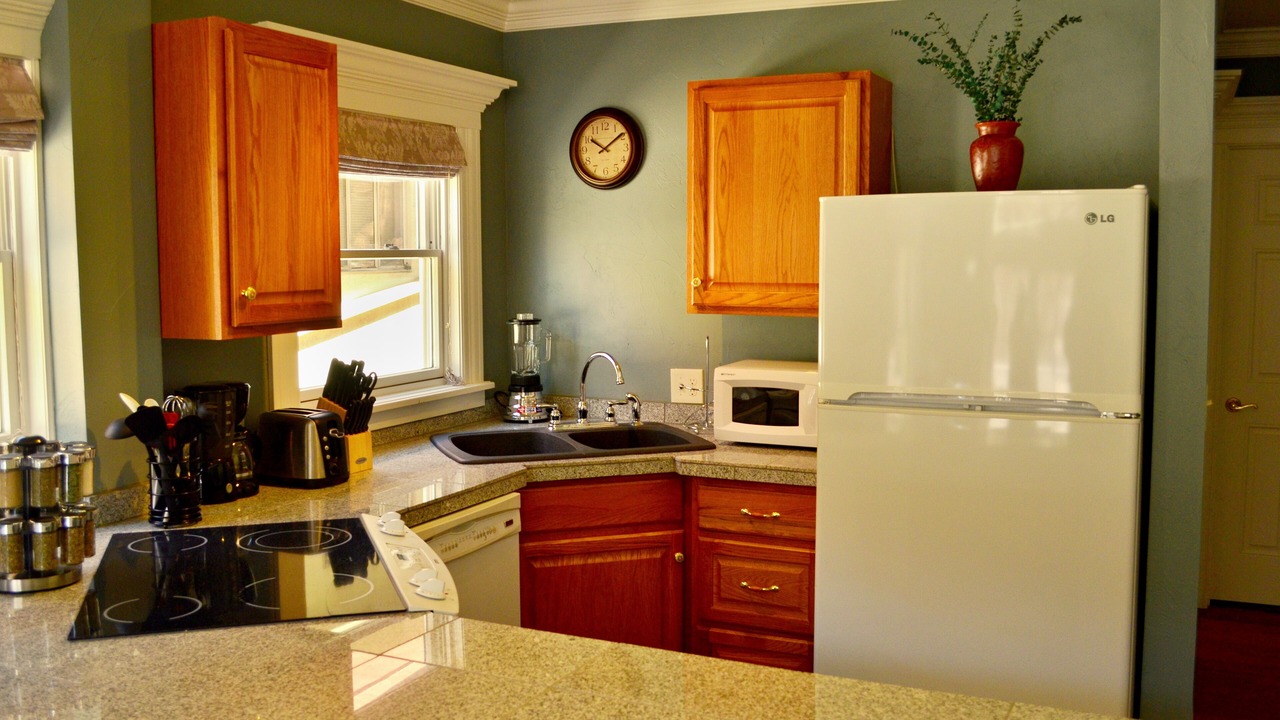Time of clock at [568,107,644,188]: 10:08
